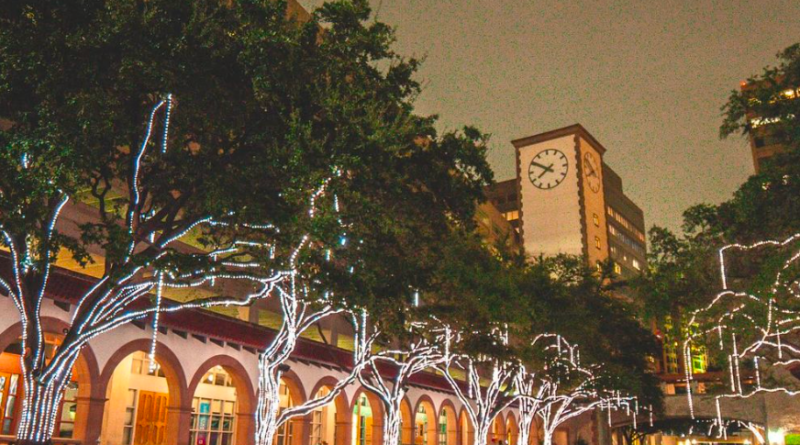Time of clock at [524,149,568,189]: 7:50
